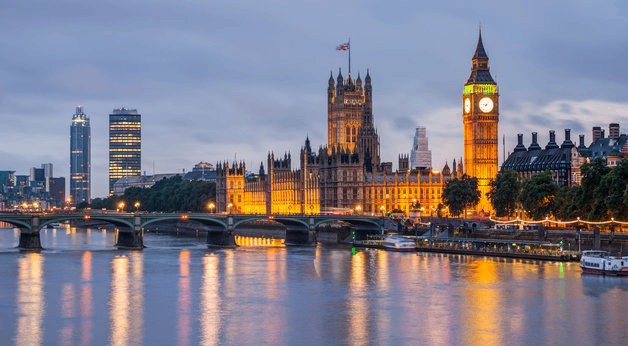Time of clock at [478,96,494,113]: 9:07
